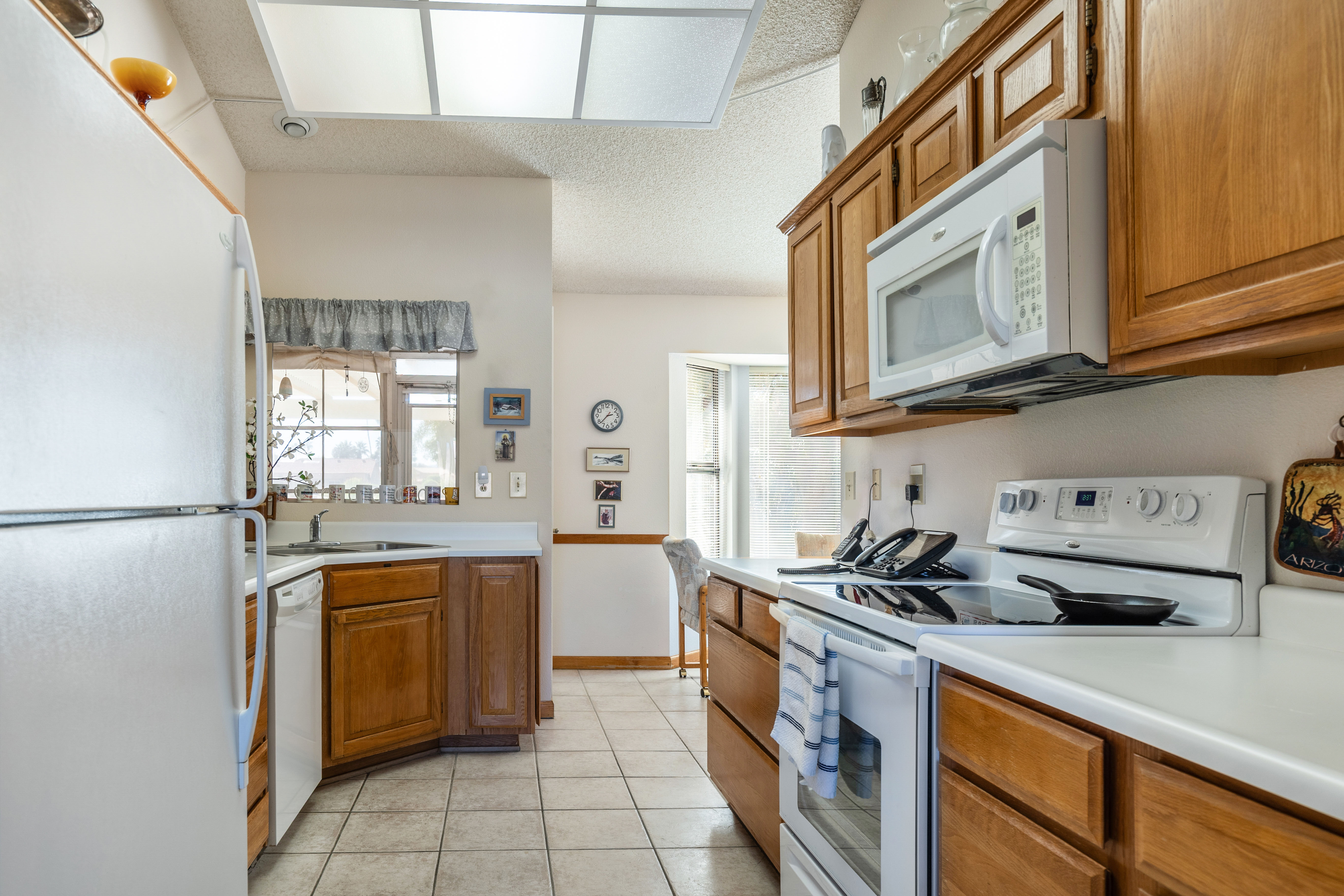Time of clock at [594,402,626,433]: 2:38
